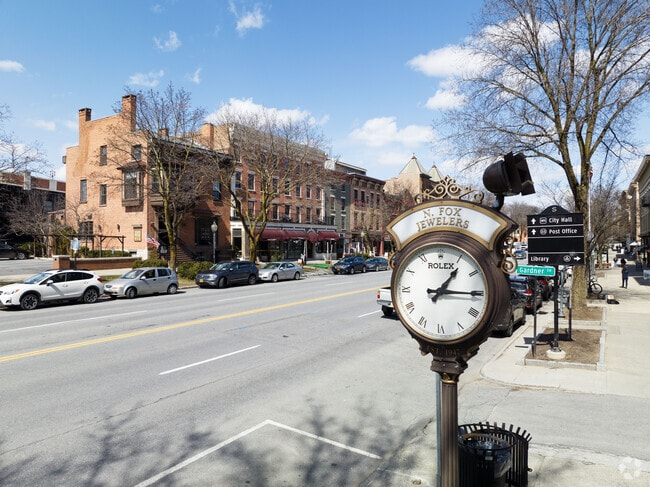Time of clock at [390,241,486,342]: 1:14
